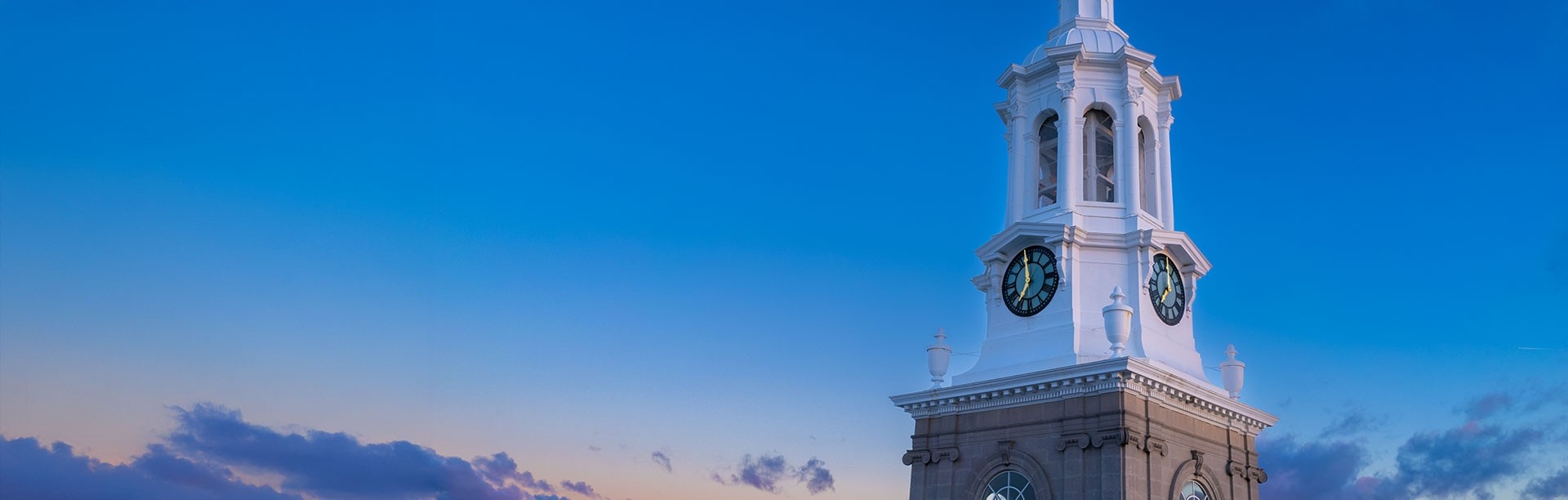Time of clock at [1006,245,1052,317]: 6:58
